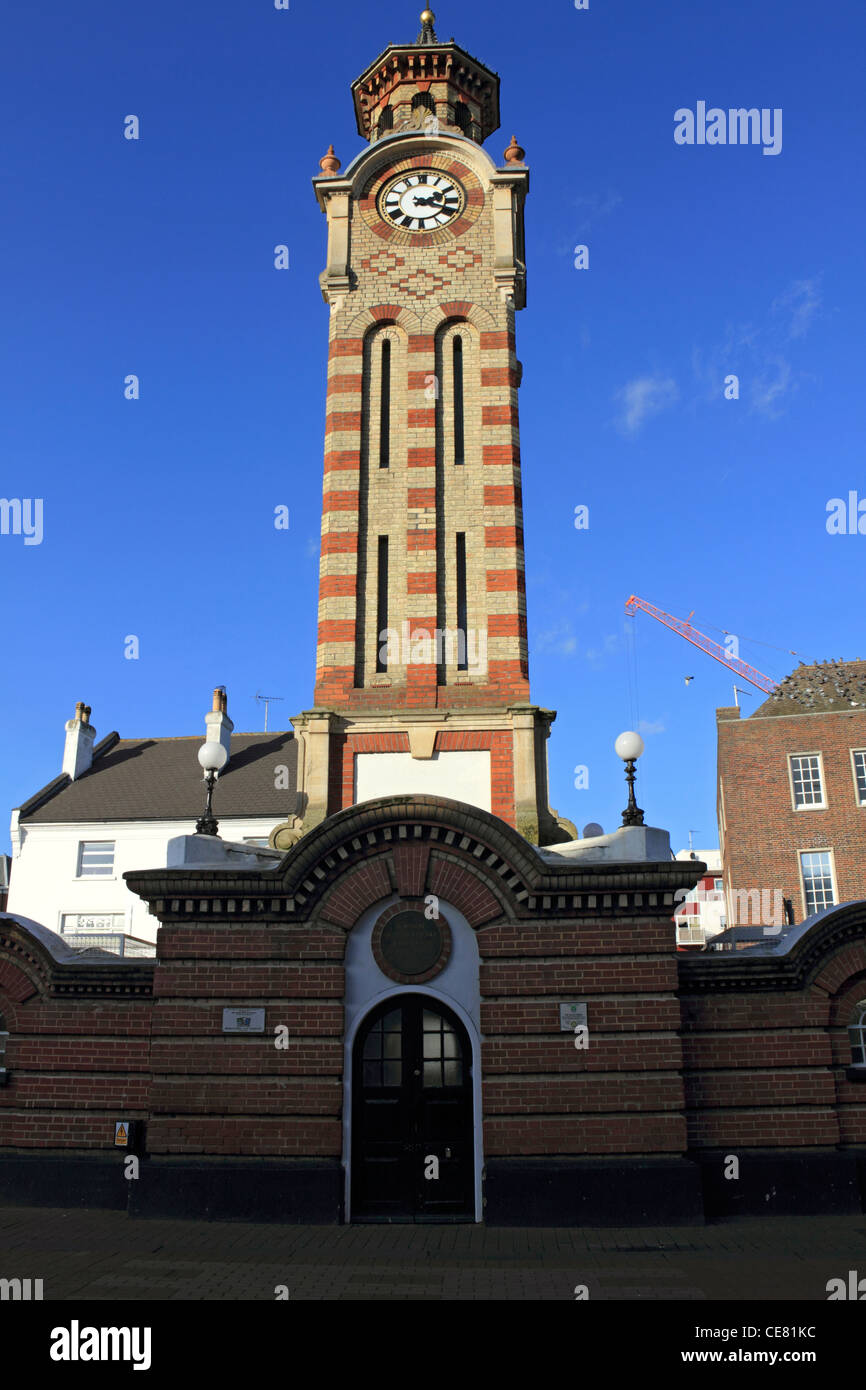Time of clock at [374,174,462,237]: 2:18
